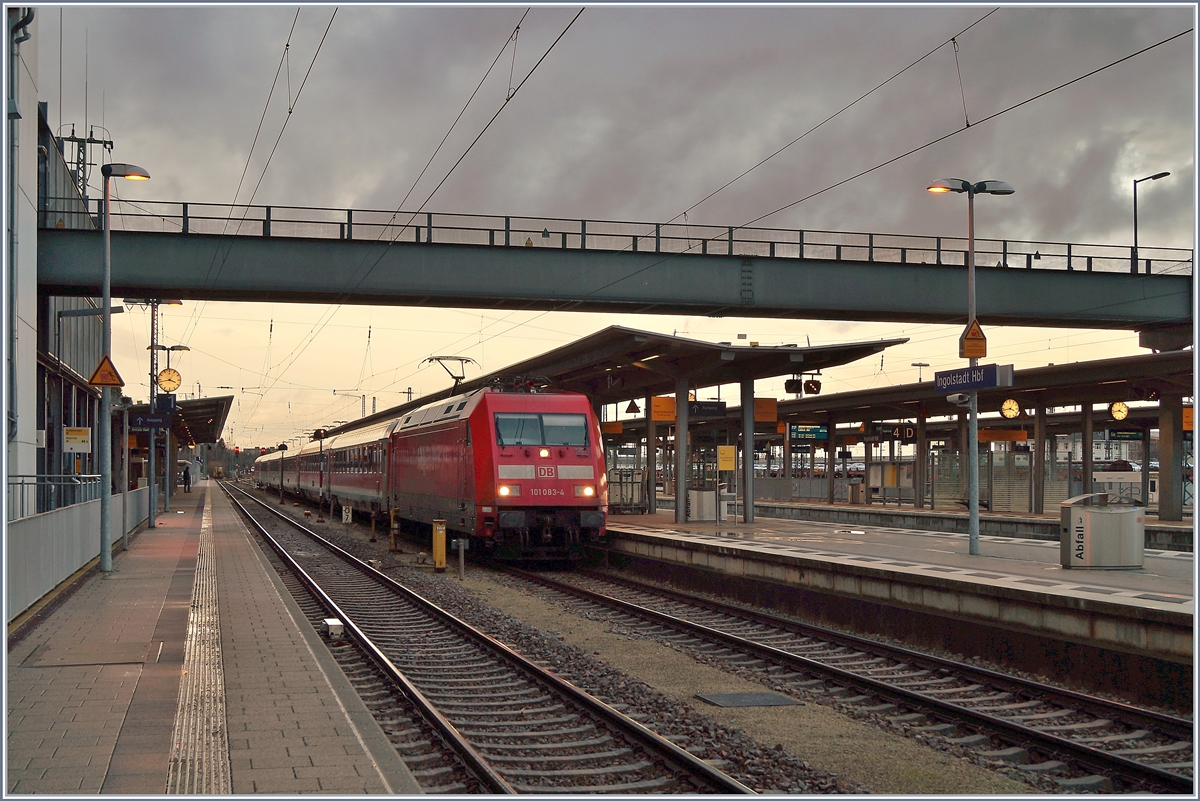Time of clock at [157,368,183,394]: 3:43
